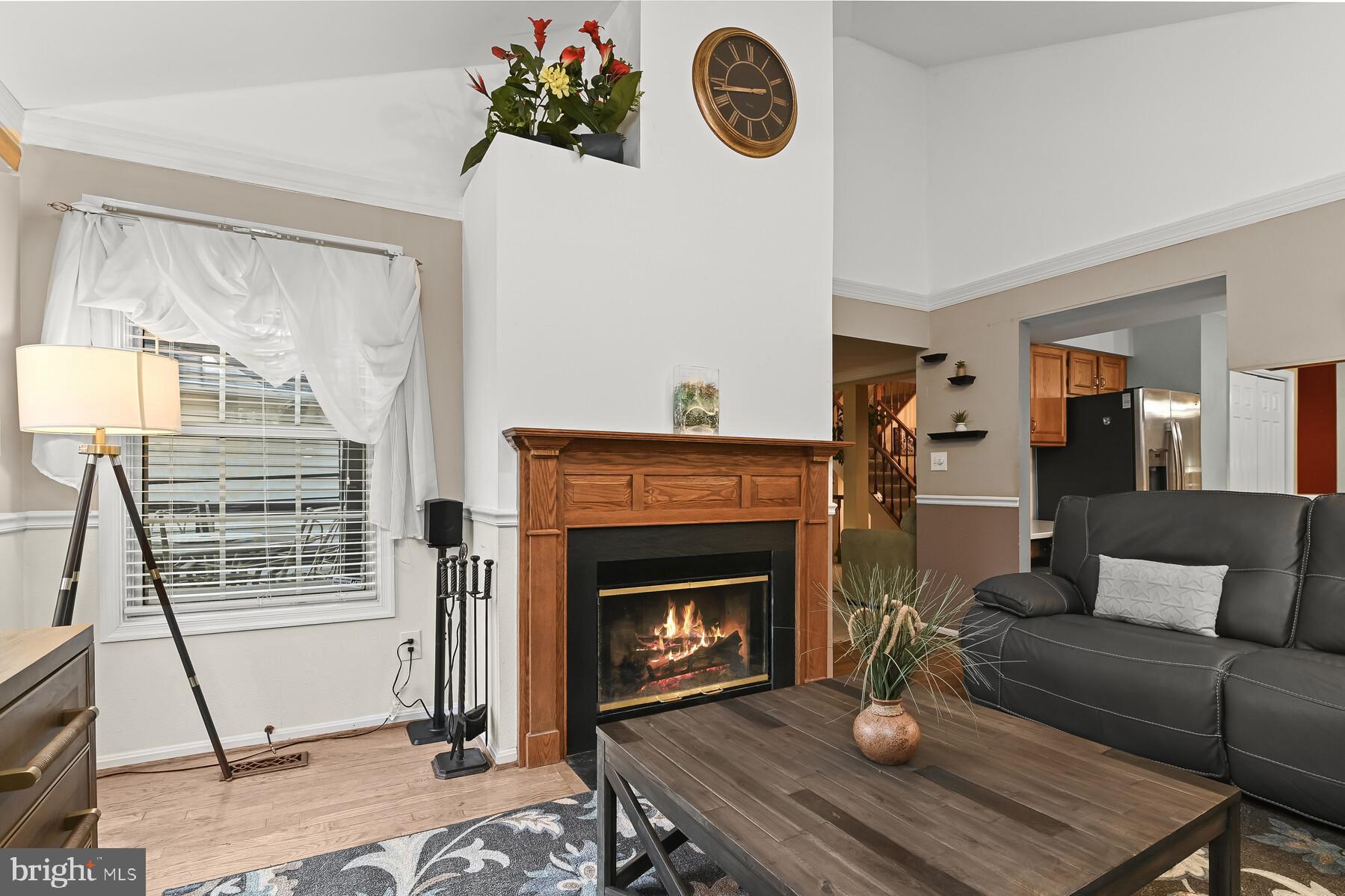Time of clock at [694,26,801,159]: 8:43
